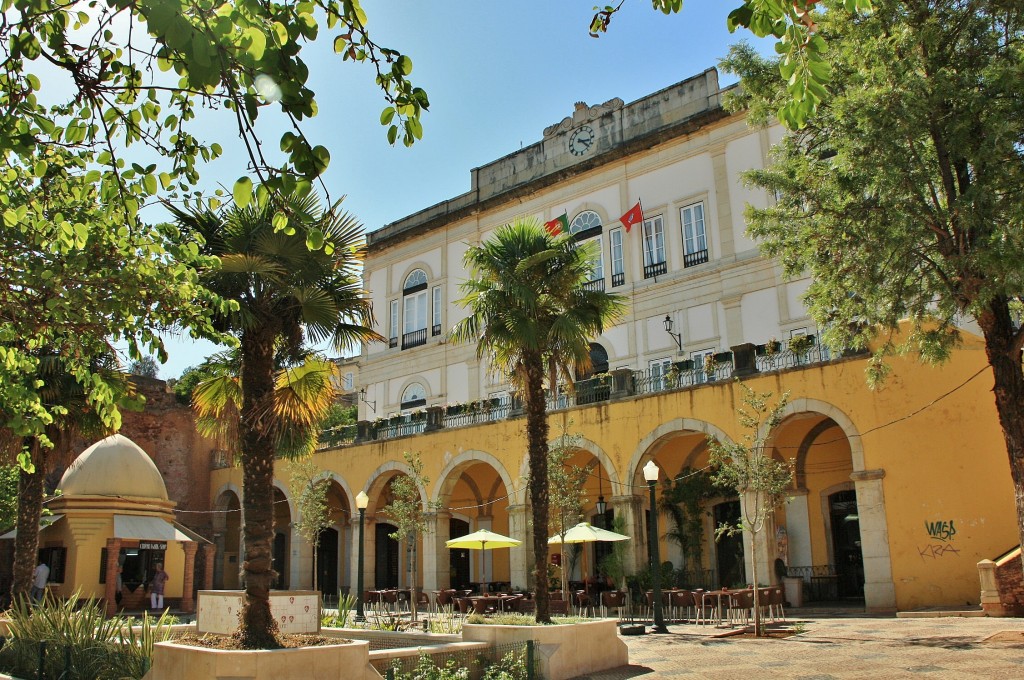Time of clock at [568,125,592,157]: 3:22
